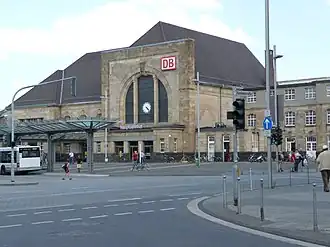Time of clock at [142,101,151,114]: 4:22
